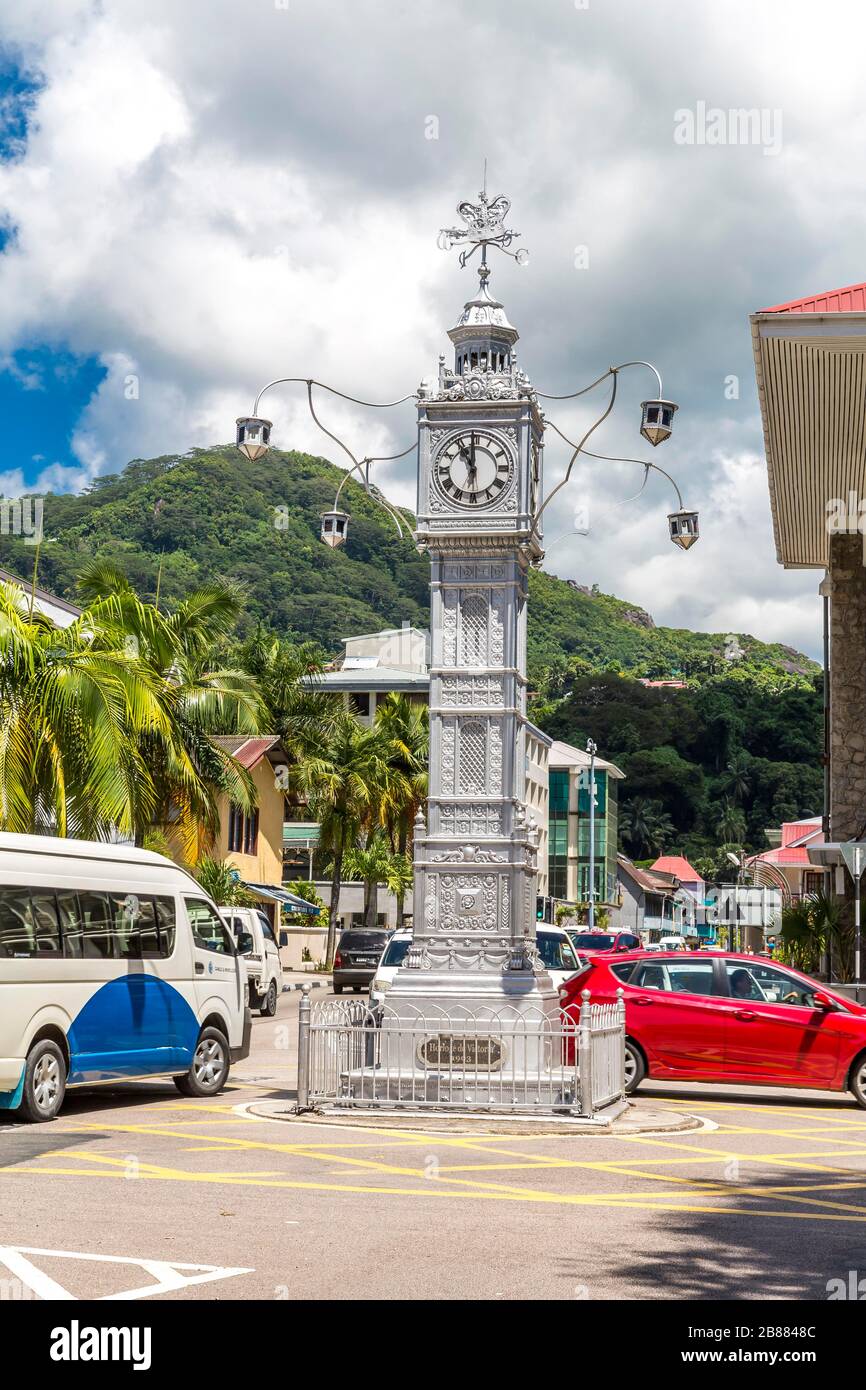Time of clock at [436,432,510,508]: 10:59
